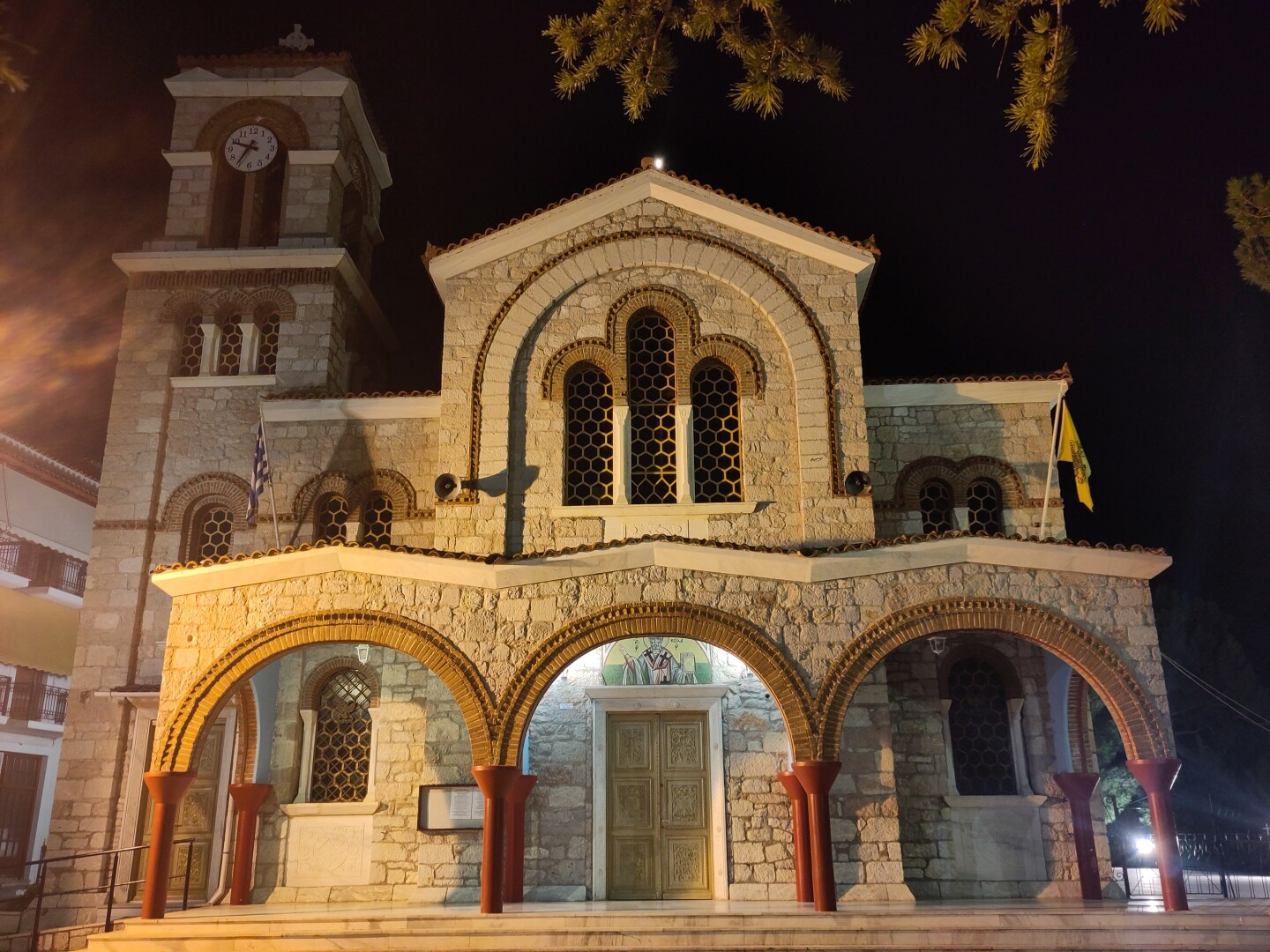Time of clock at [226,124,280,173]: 9:35
